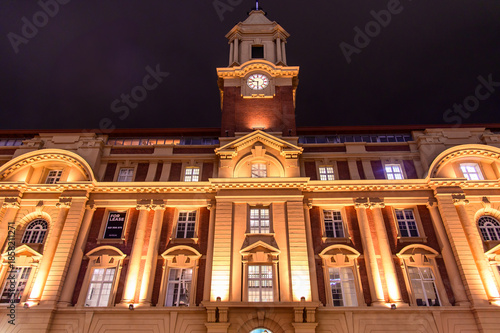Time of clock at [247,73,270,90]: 9:30
